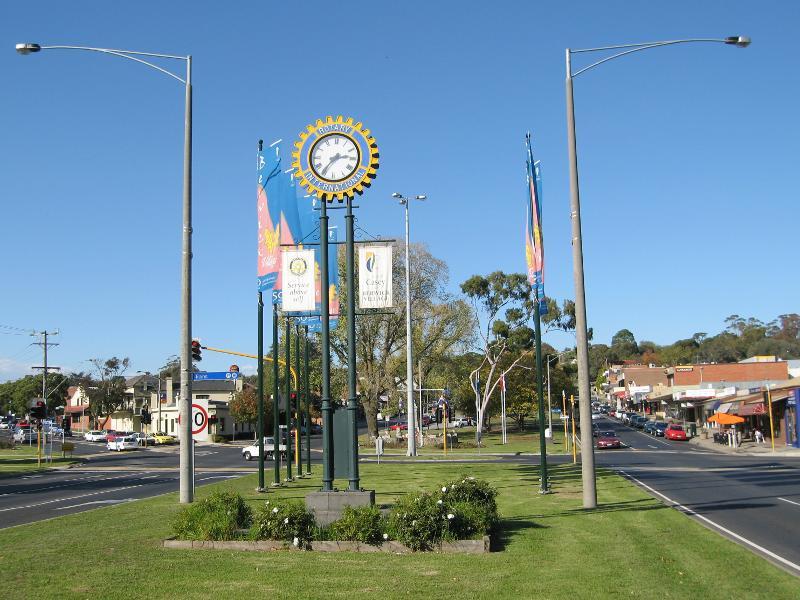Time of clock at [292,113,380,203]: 2:36
